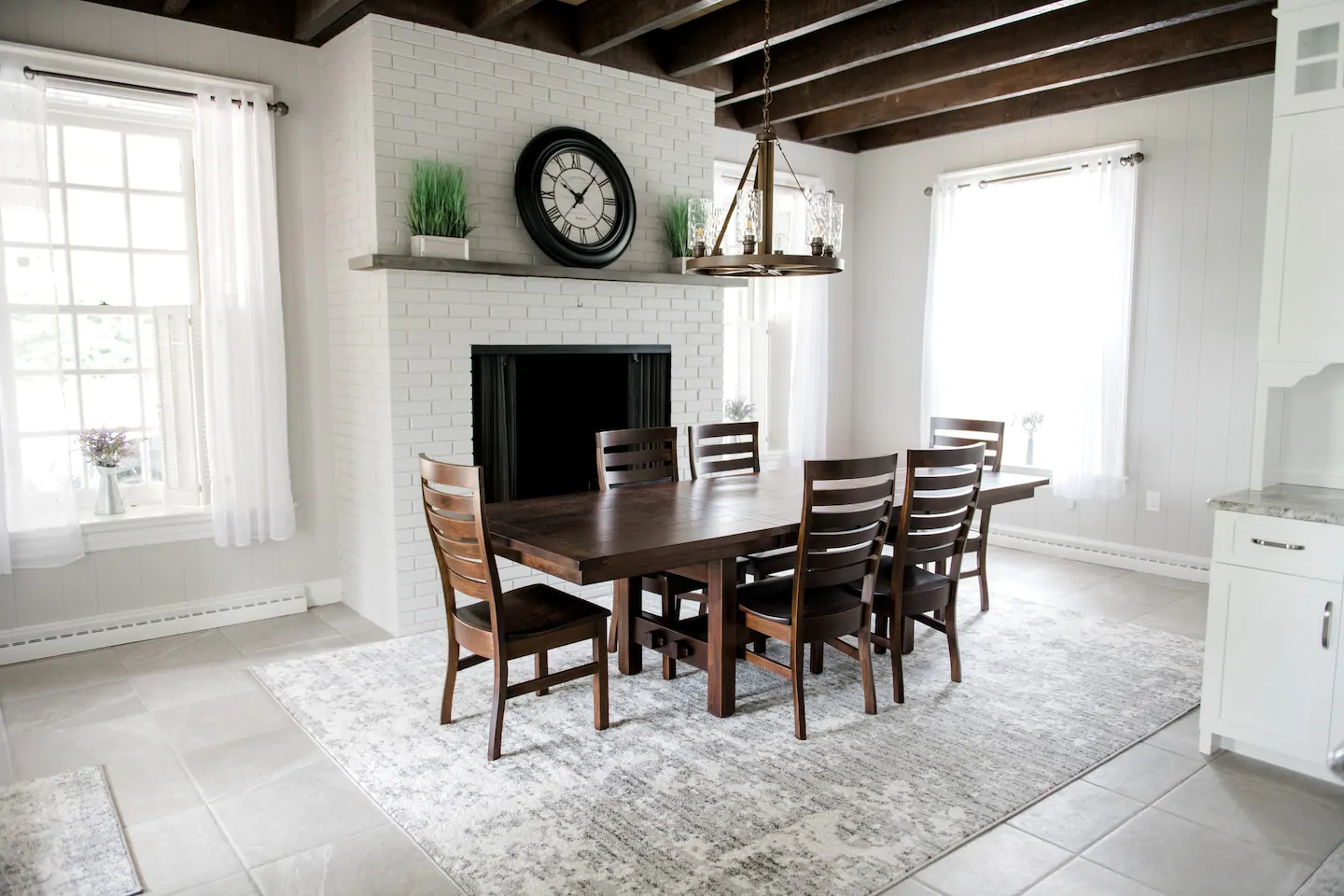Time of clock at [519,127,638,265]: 10:07
